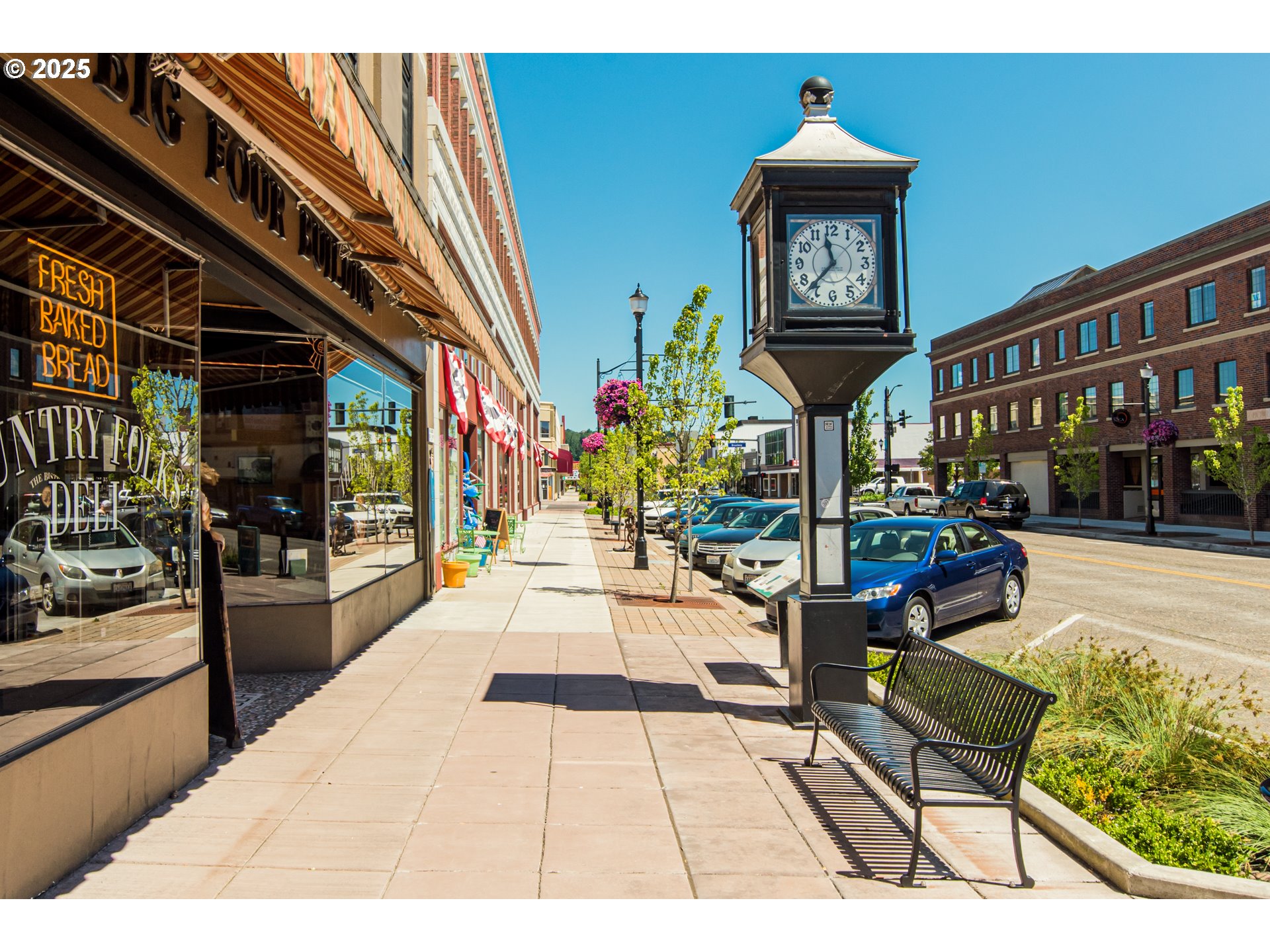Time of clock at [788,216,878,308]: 11:36
